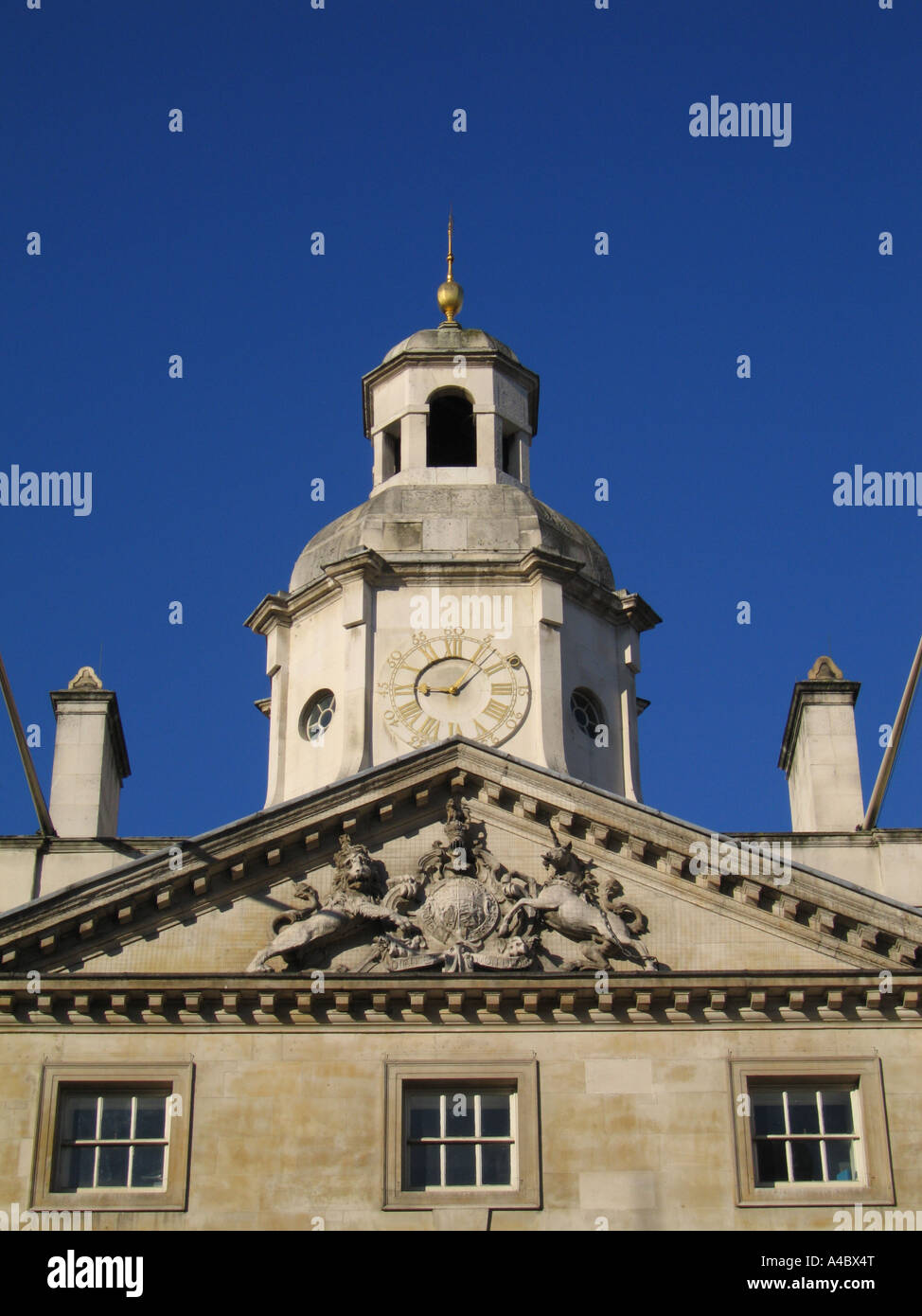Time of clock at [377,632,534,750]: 9:07
